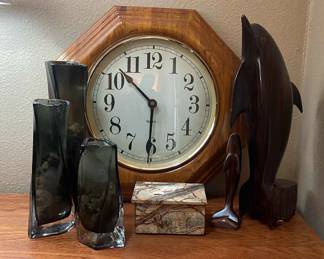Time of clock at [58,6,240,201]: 10:30
